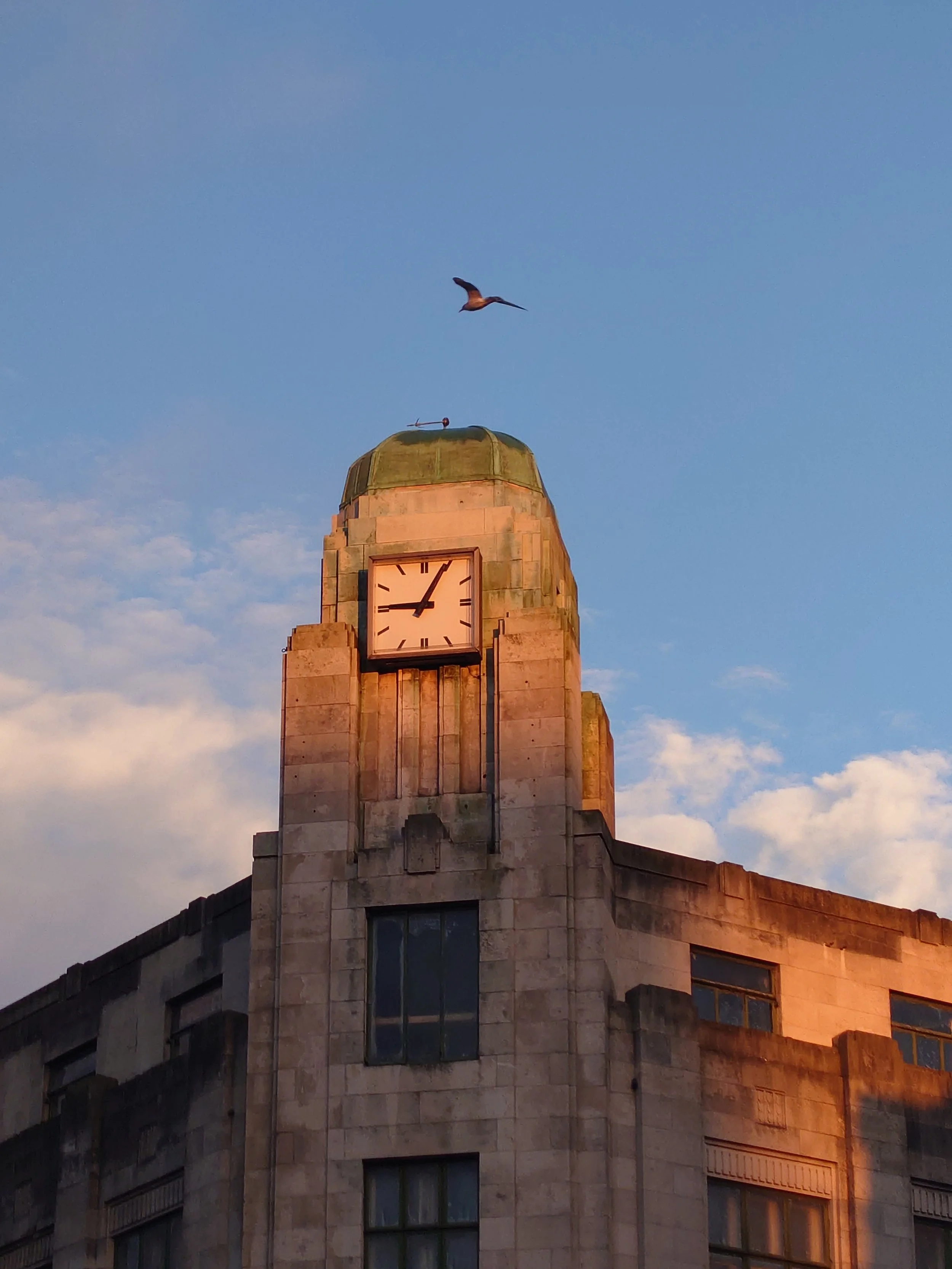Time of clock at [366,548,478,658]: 9:04
